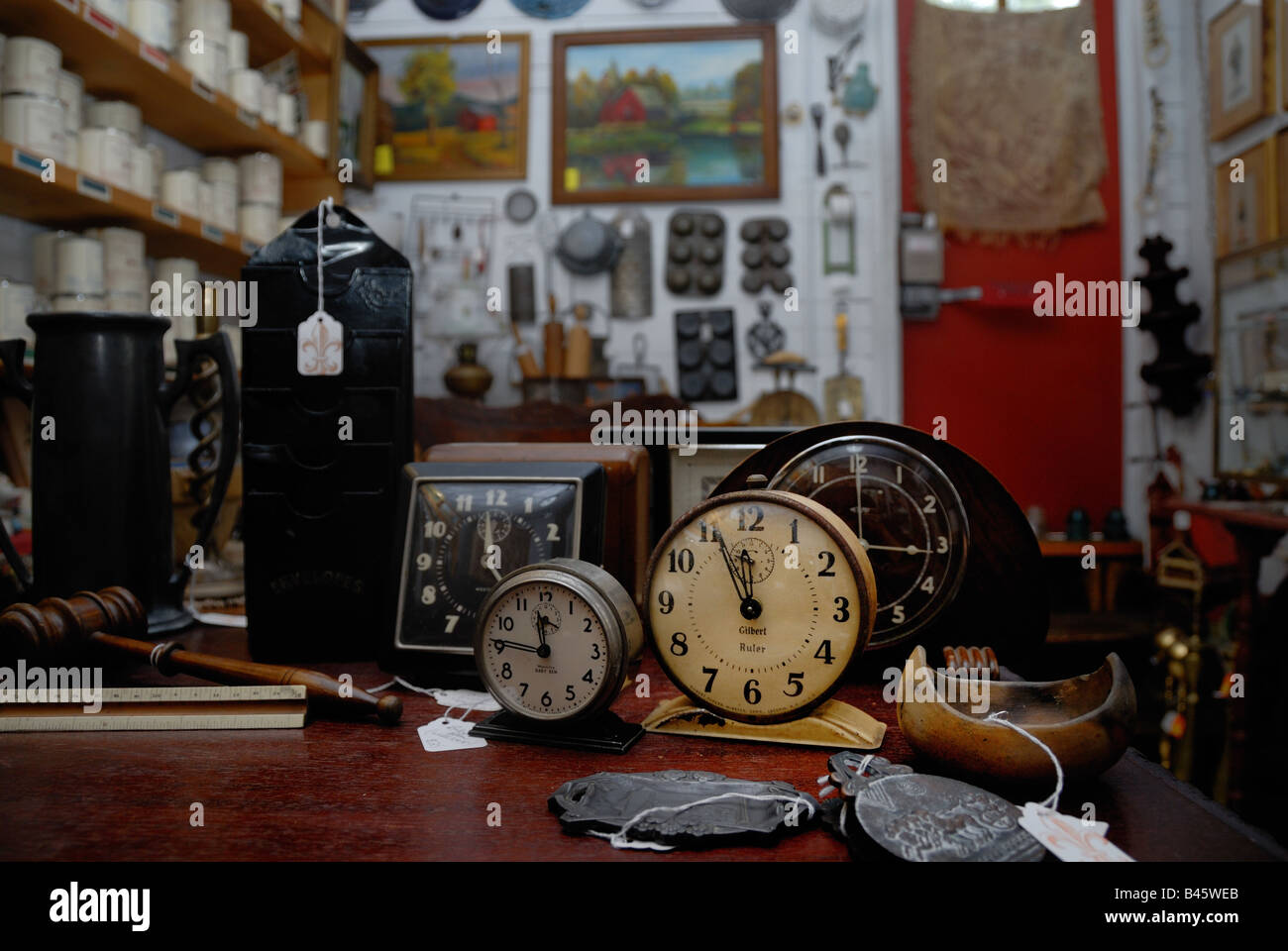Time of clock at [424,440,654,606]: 11:46
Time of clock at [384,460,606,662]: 11:46
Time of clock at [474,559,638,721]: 11:46
